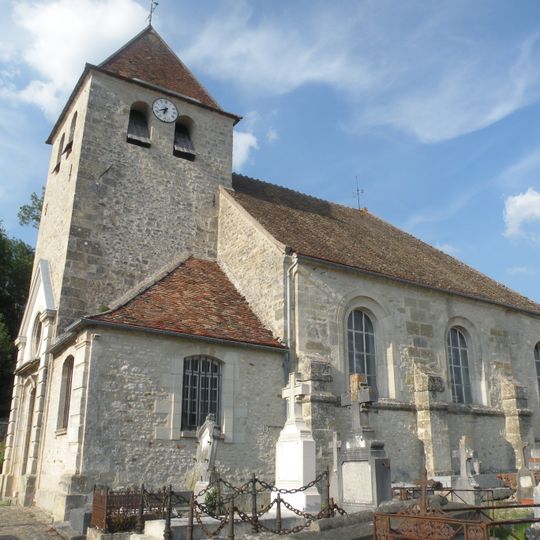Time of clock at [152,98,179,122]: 6:41
